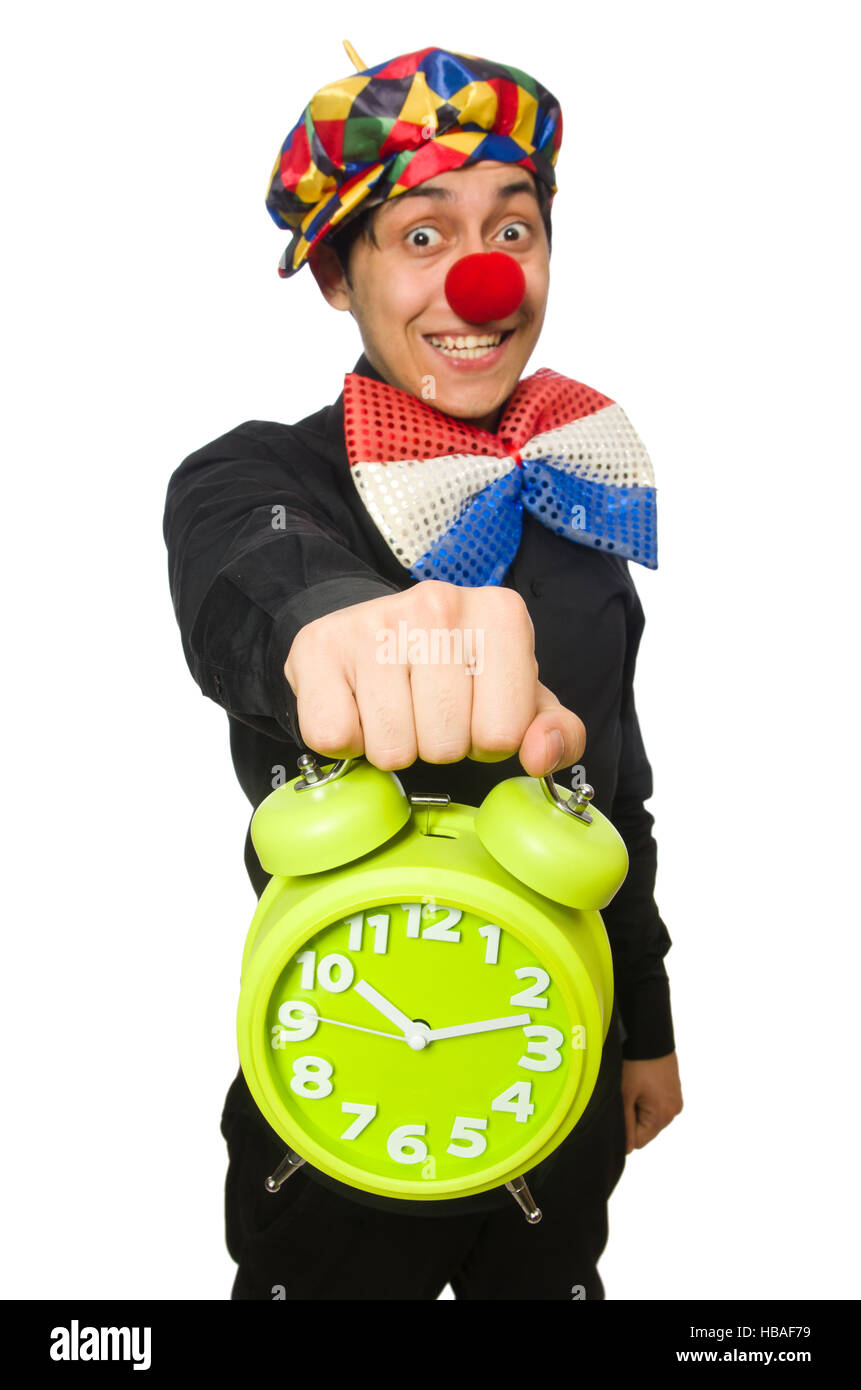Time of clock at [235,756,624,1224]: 10:12
